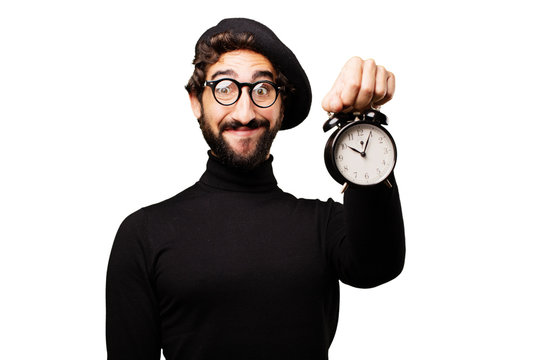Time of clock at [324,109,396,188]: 10:04
